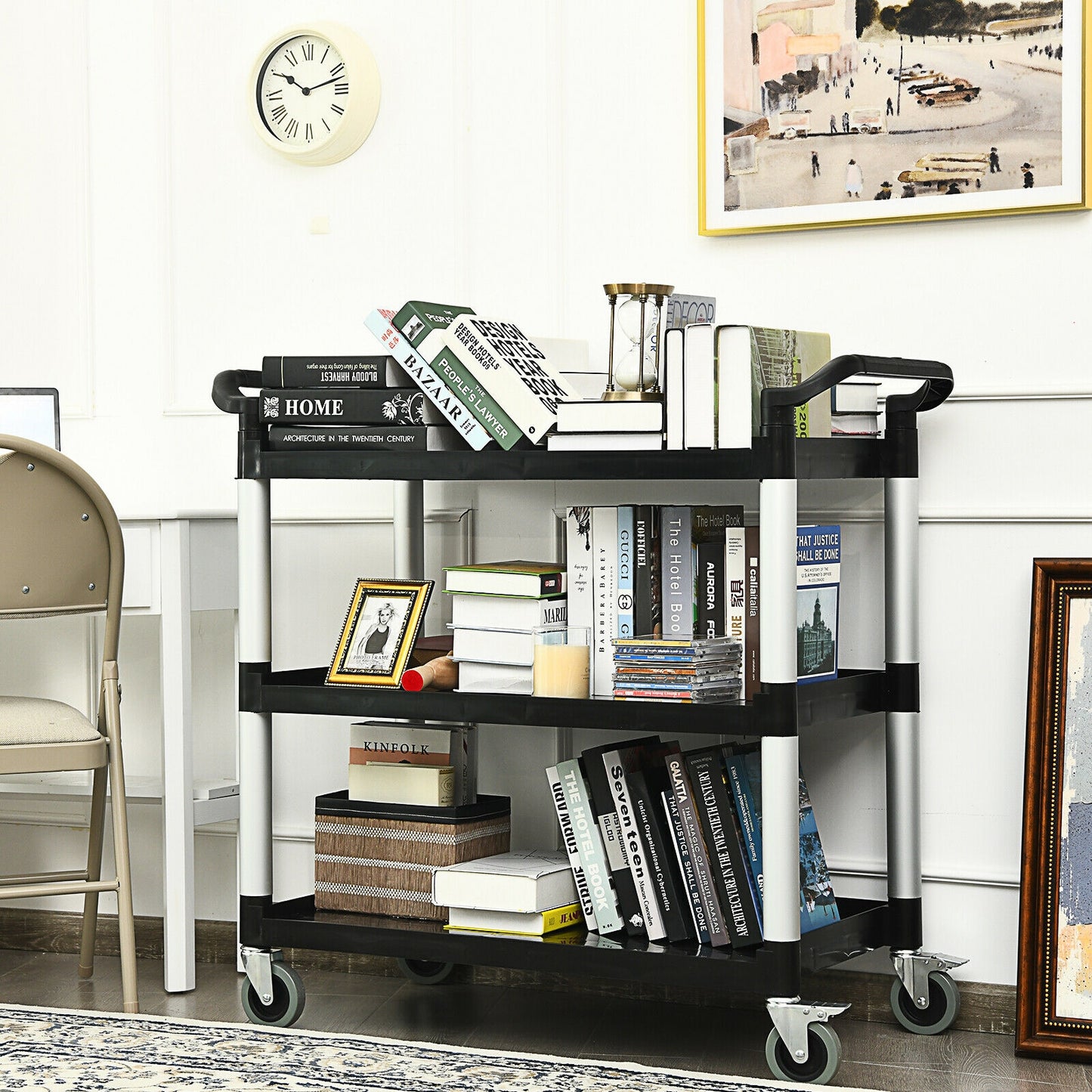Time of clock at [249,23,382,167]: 10:12
